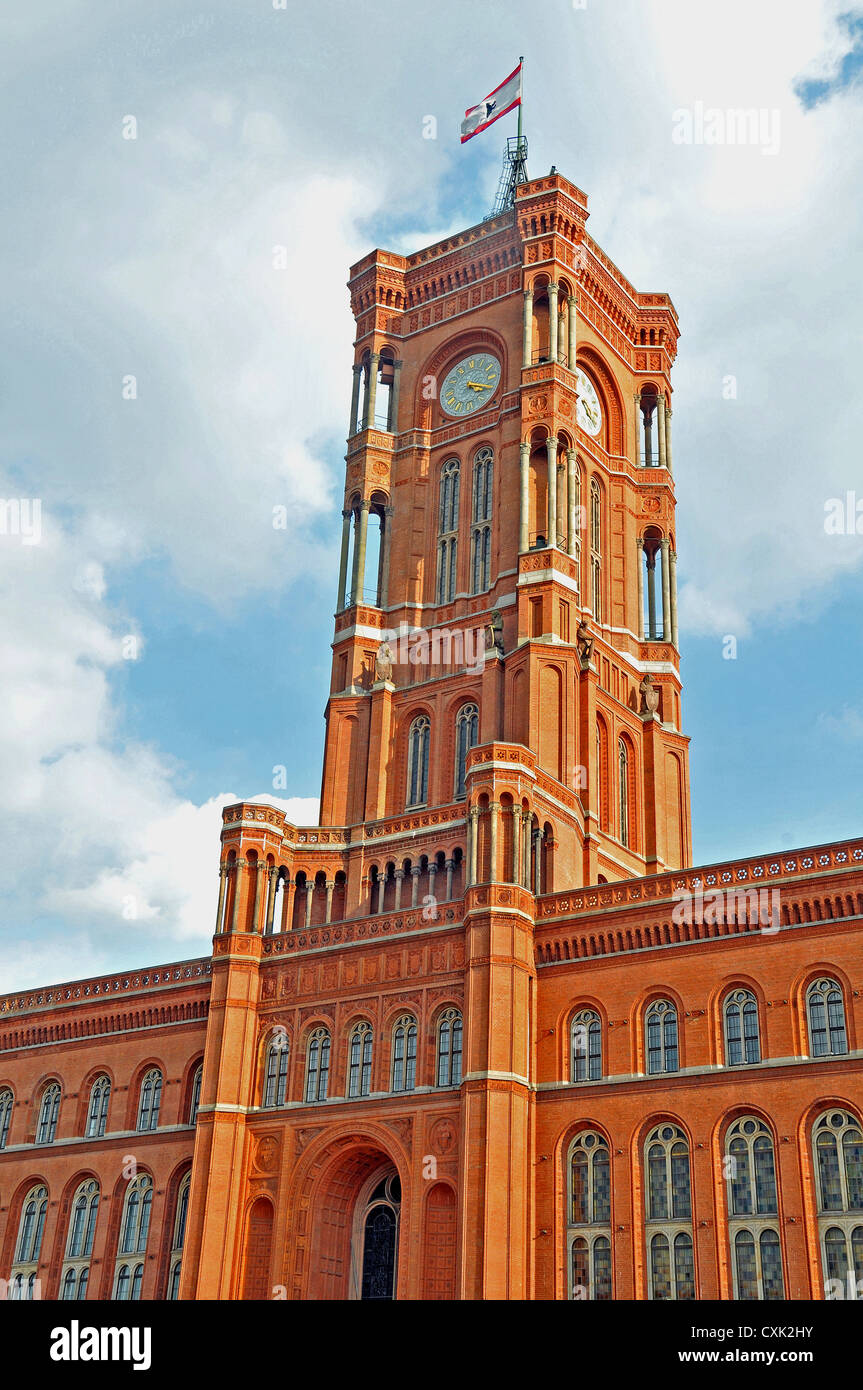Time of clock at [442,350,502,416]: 4:18
